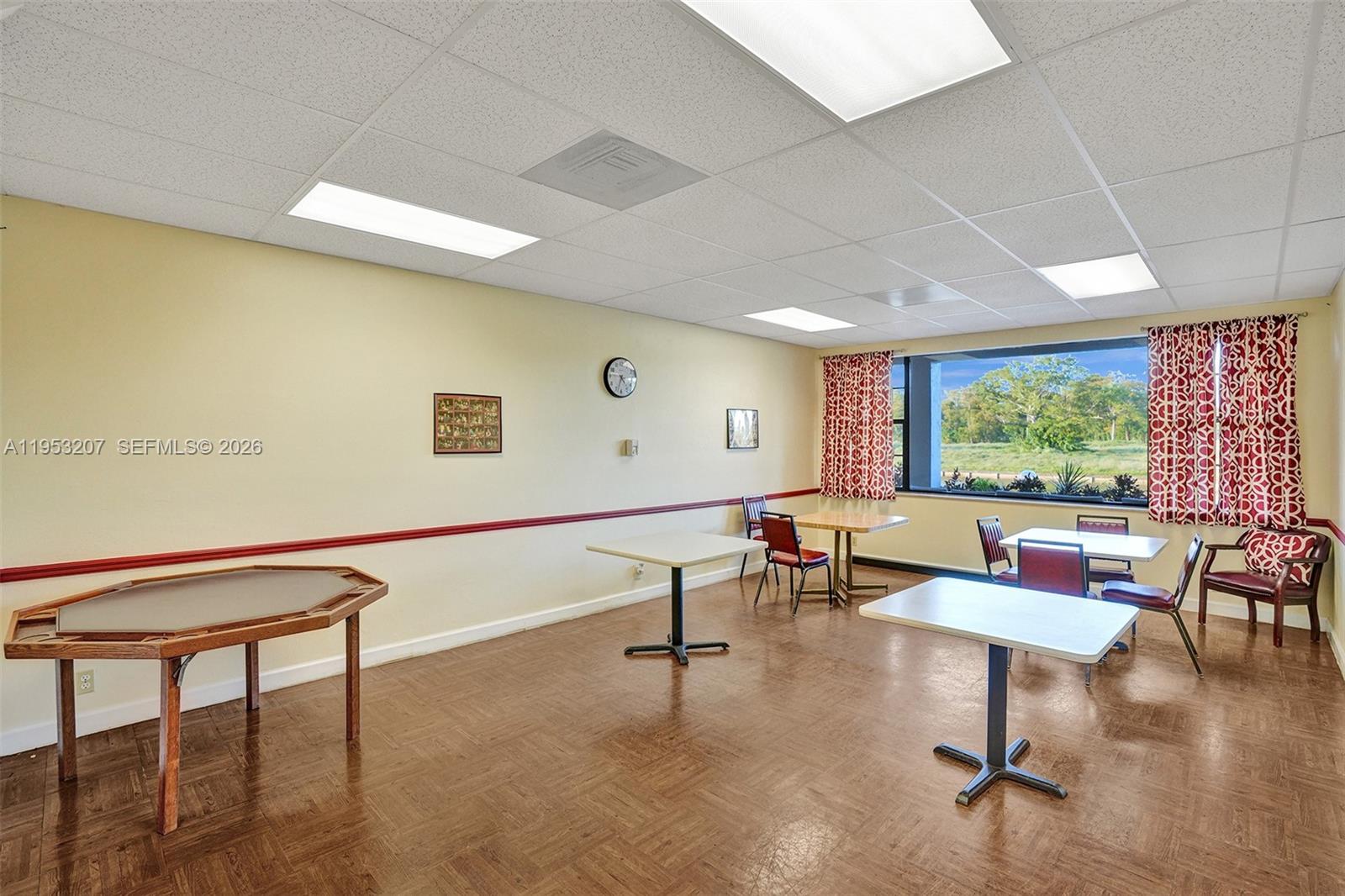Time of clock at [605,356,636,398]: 4:33
